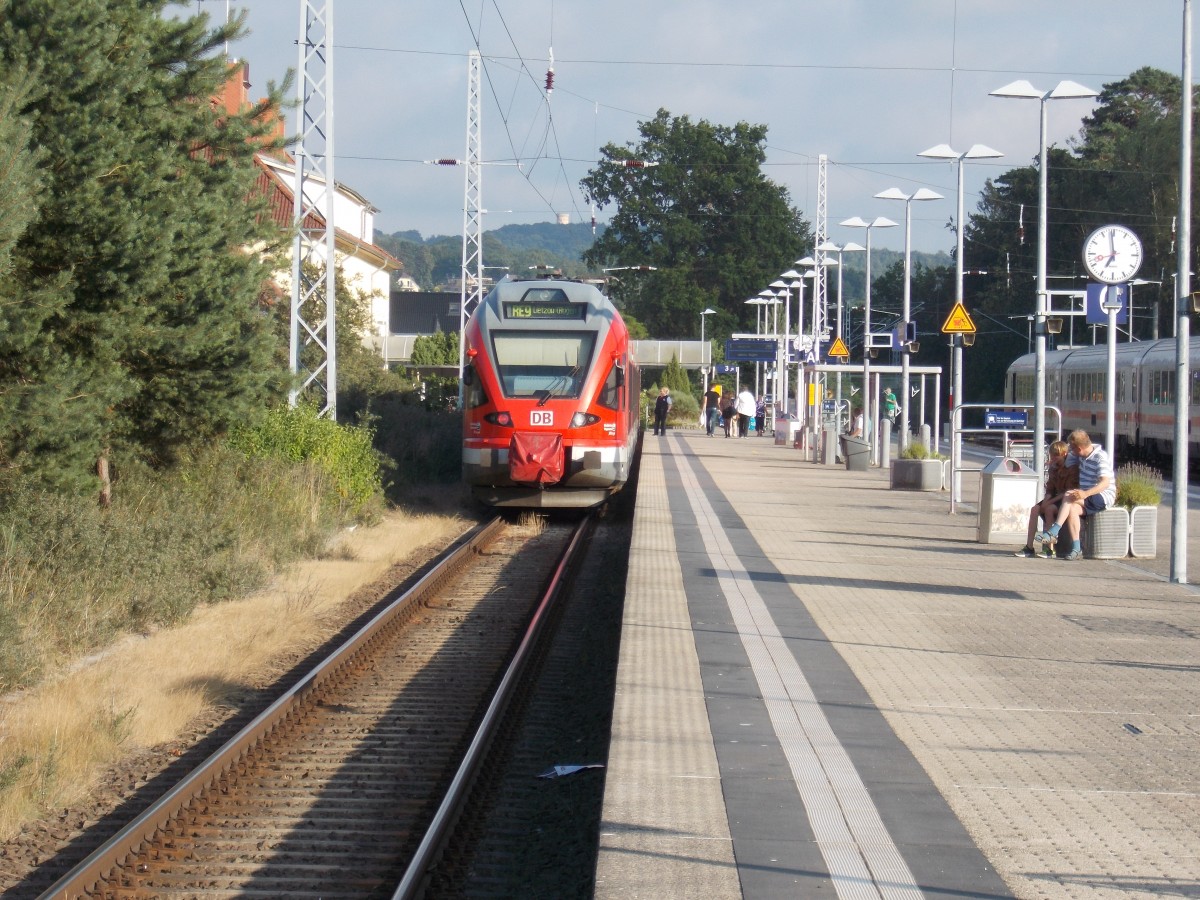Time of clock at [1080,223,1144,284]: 6:58
